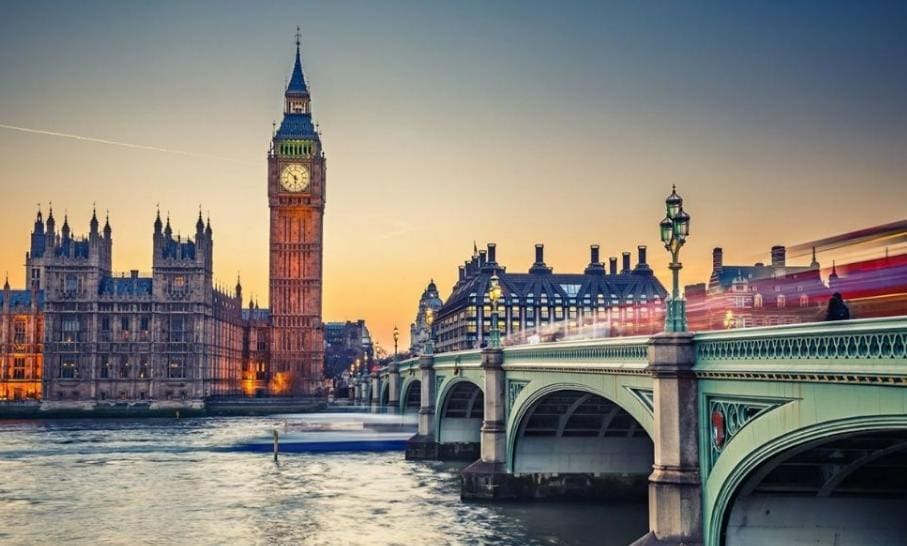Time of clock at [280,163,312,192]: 5:51
